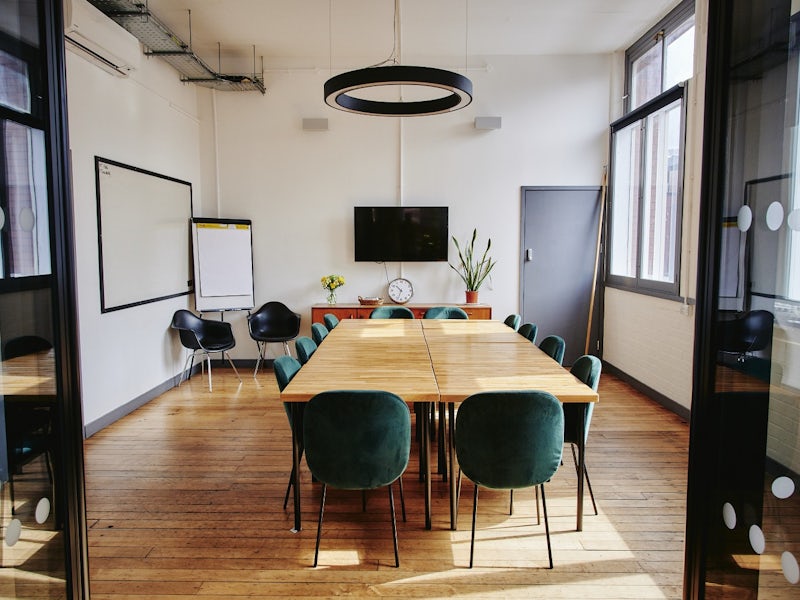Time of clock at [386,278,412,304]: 10:33
